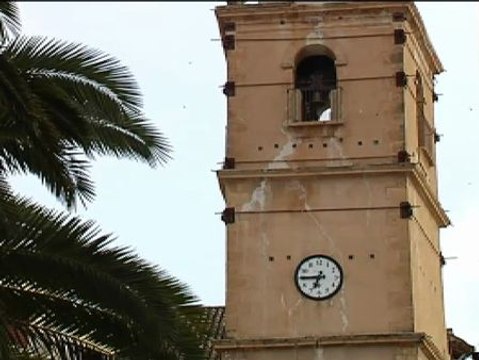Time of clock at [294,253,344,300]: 6:45
